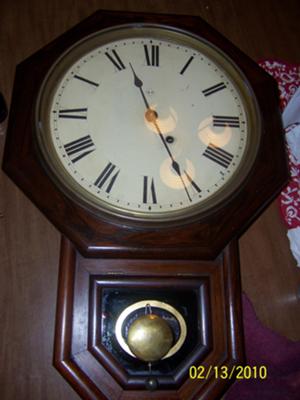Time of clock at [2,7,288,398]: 11:25
